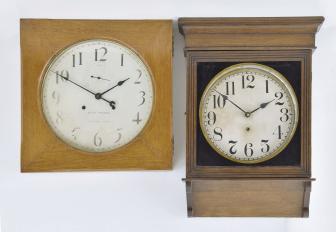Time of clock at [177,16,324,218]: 1:51
